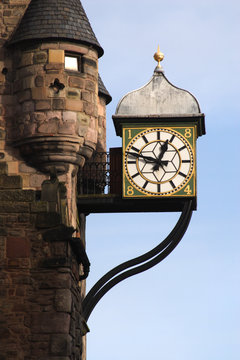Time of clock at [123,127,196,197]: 12:47
